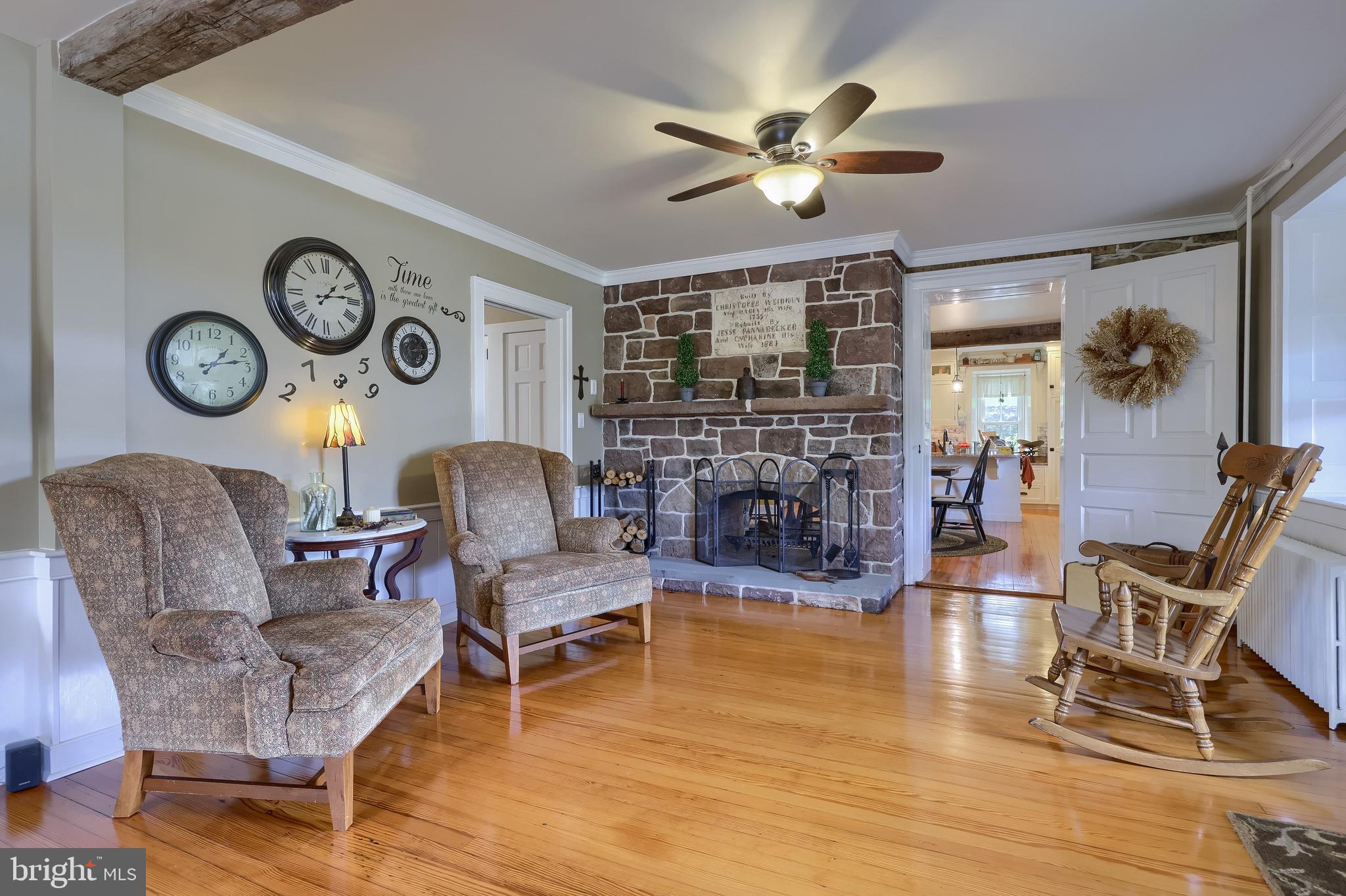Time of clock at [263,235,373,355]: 1:13
